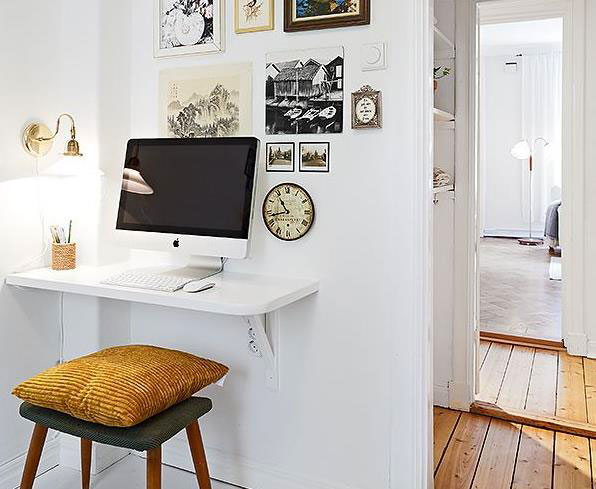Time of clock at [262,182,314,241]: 10:43
